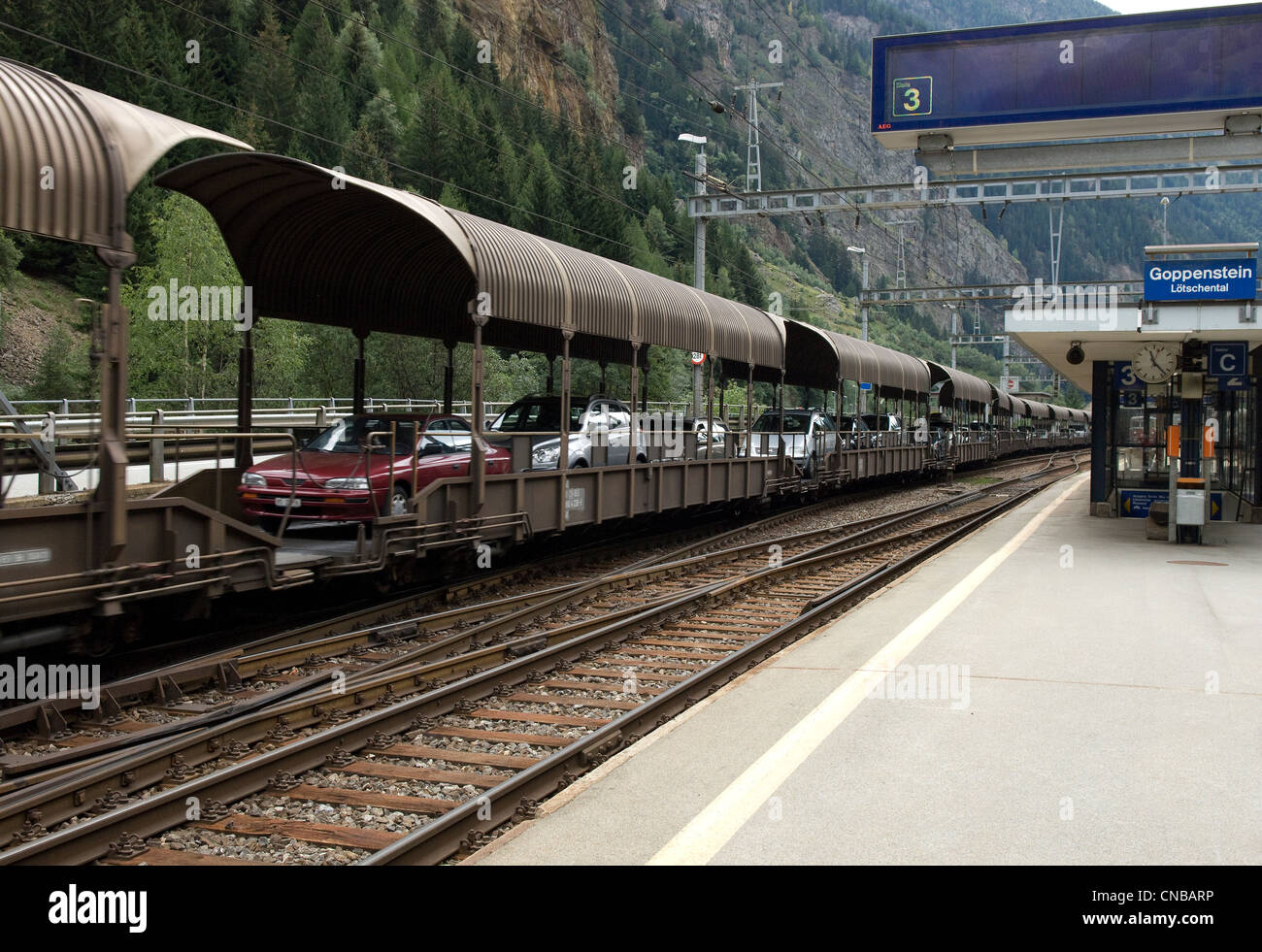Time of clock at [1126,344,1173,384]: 11:23
